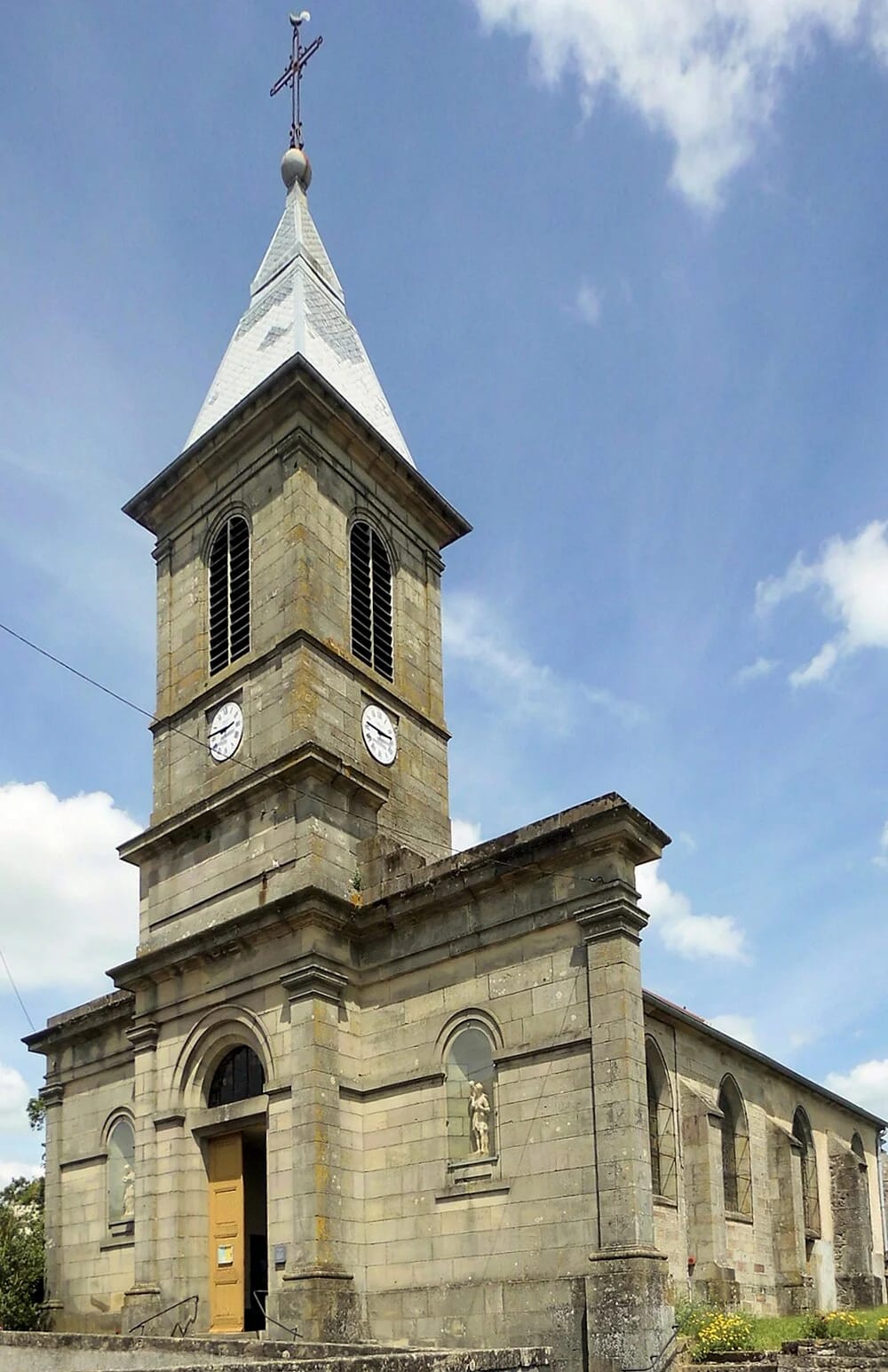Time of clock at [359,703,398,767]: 2:46
